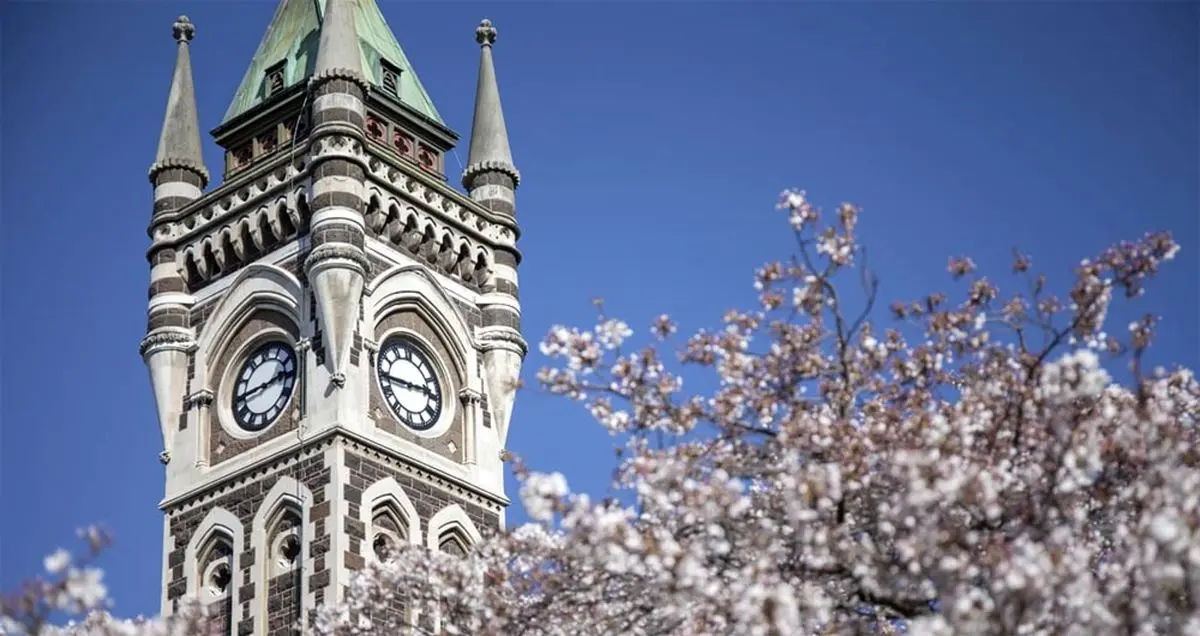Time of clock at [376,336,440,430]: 2:44
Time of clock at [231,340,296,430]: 2:44
